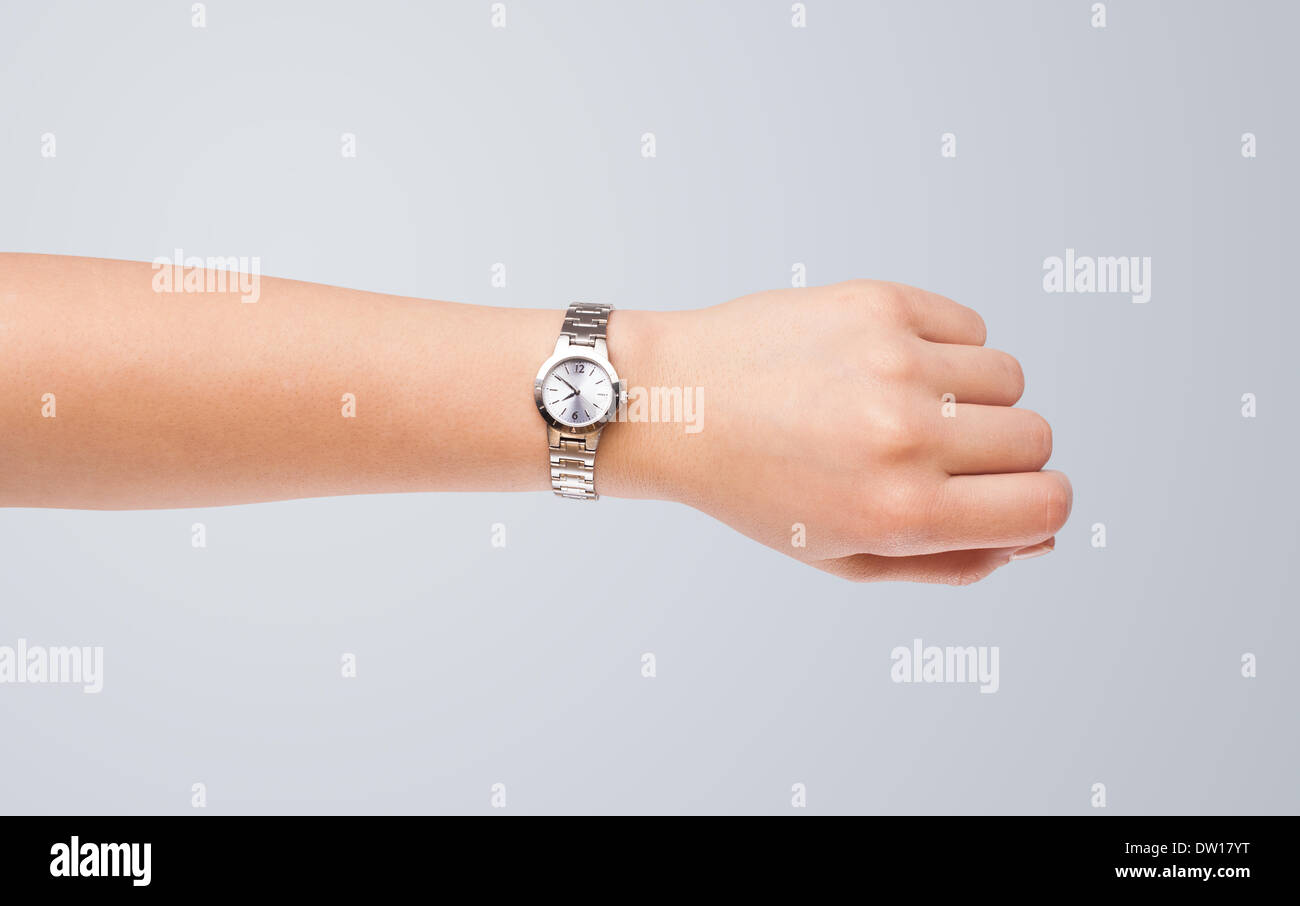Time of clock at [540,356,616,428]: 7:50
